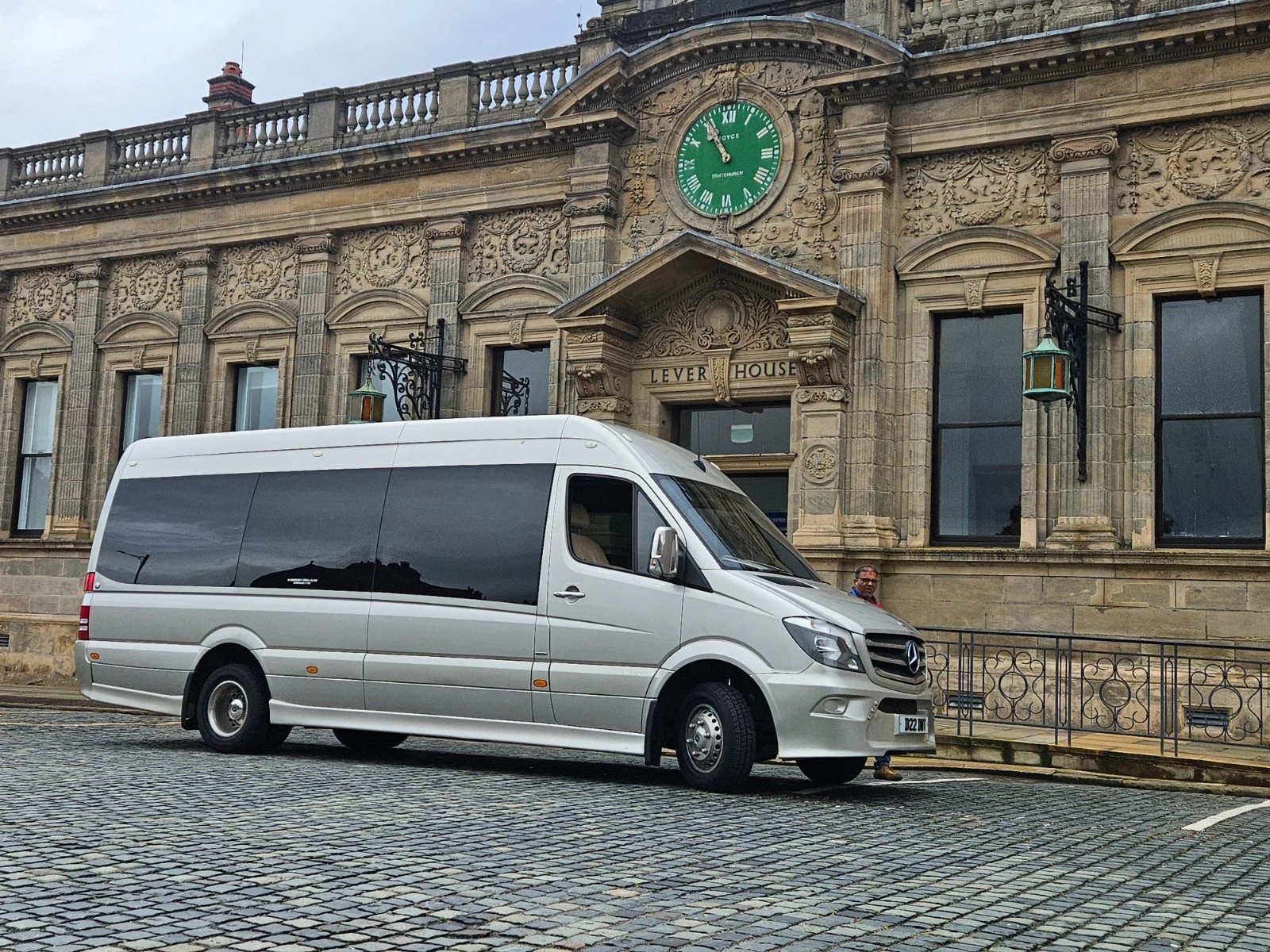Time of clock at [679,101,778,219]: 10:55
